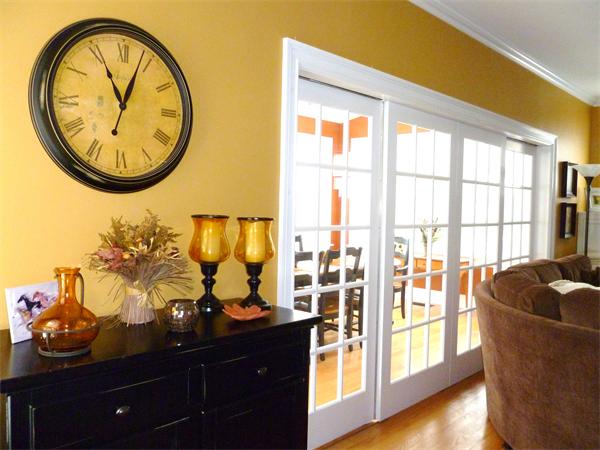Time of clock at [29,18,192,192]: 11:03
